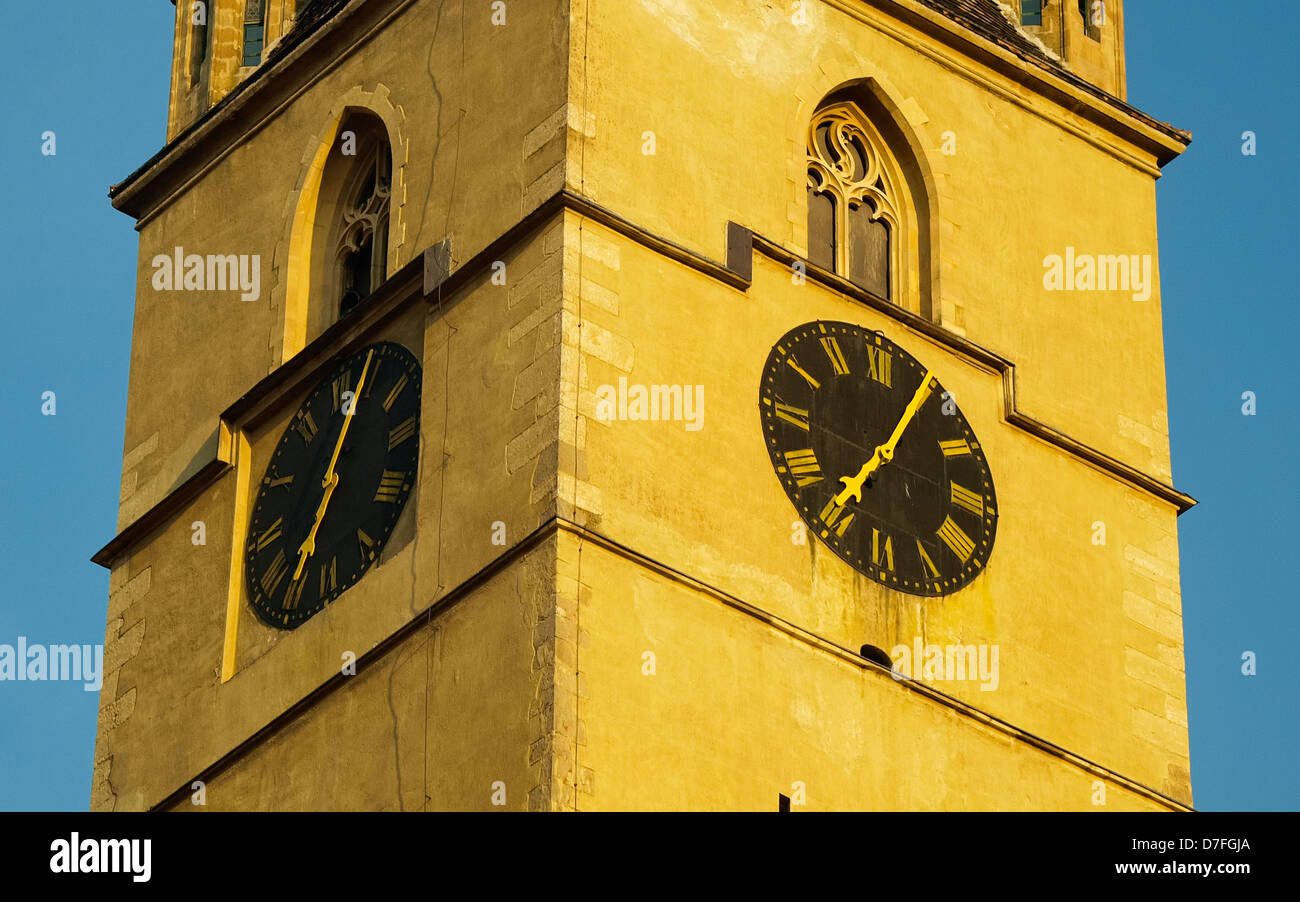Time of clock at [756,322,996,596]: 7:04
